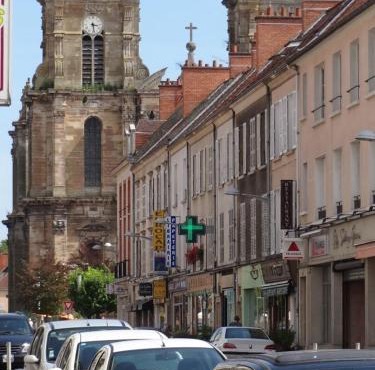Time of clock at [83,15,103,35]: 3:28
